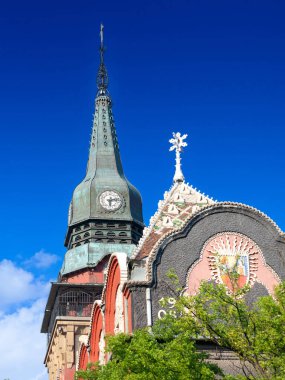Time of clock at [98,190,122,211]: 6:13
